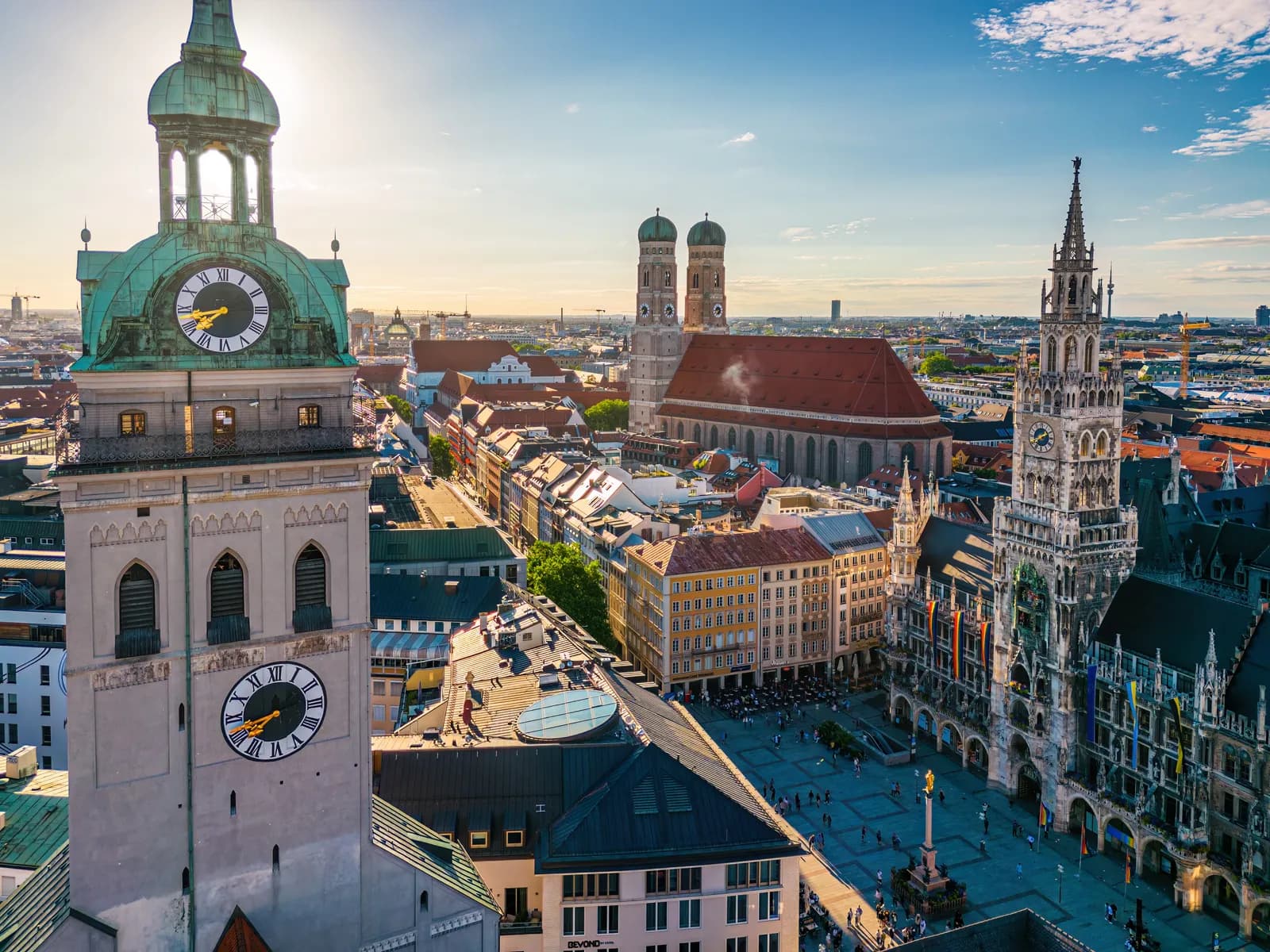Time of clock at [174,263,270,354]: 7:42
